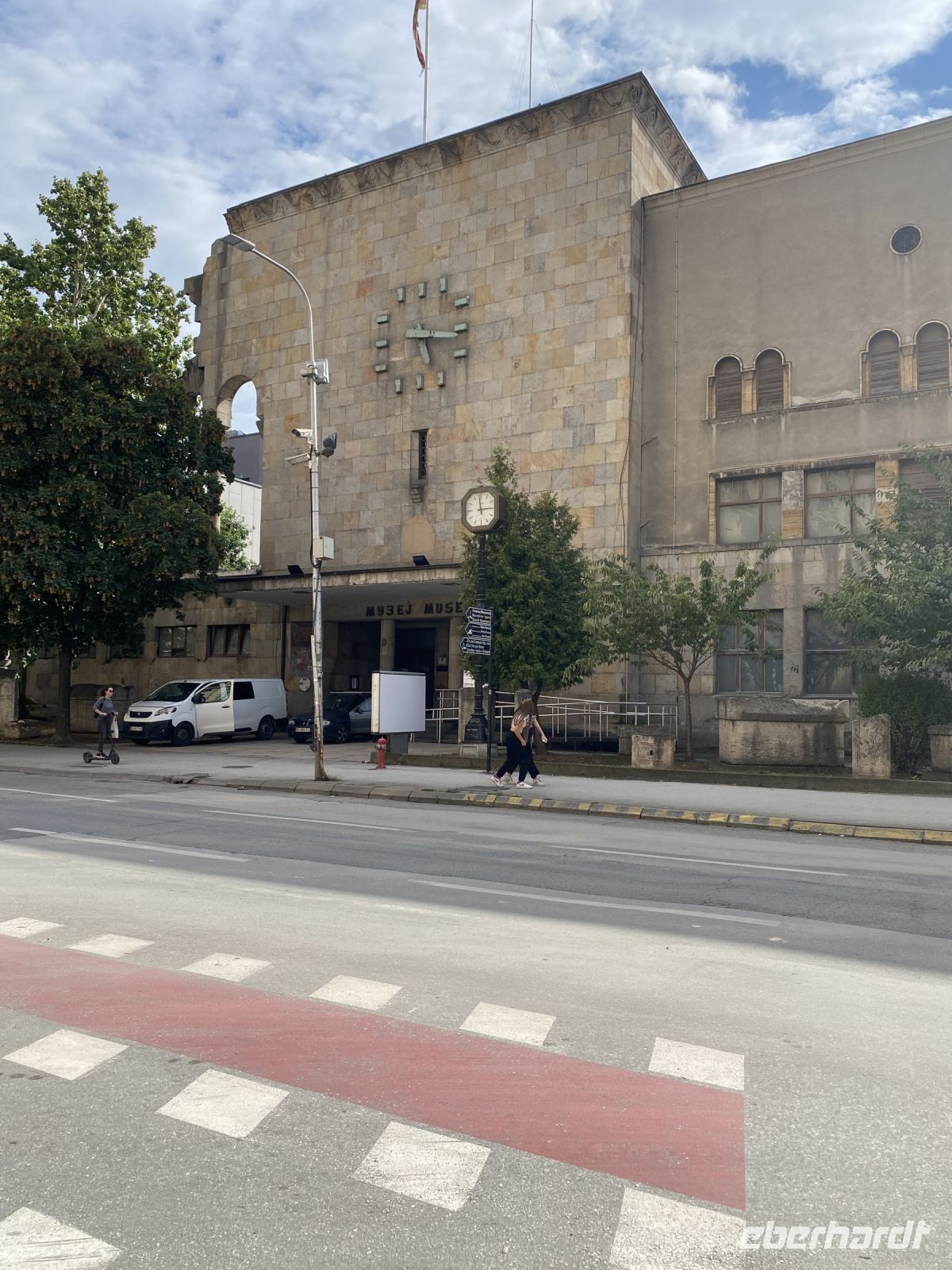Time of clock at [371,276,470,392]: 5:16
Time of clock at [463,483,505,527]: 2:58
